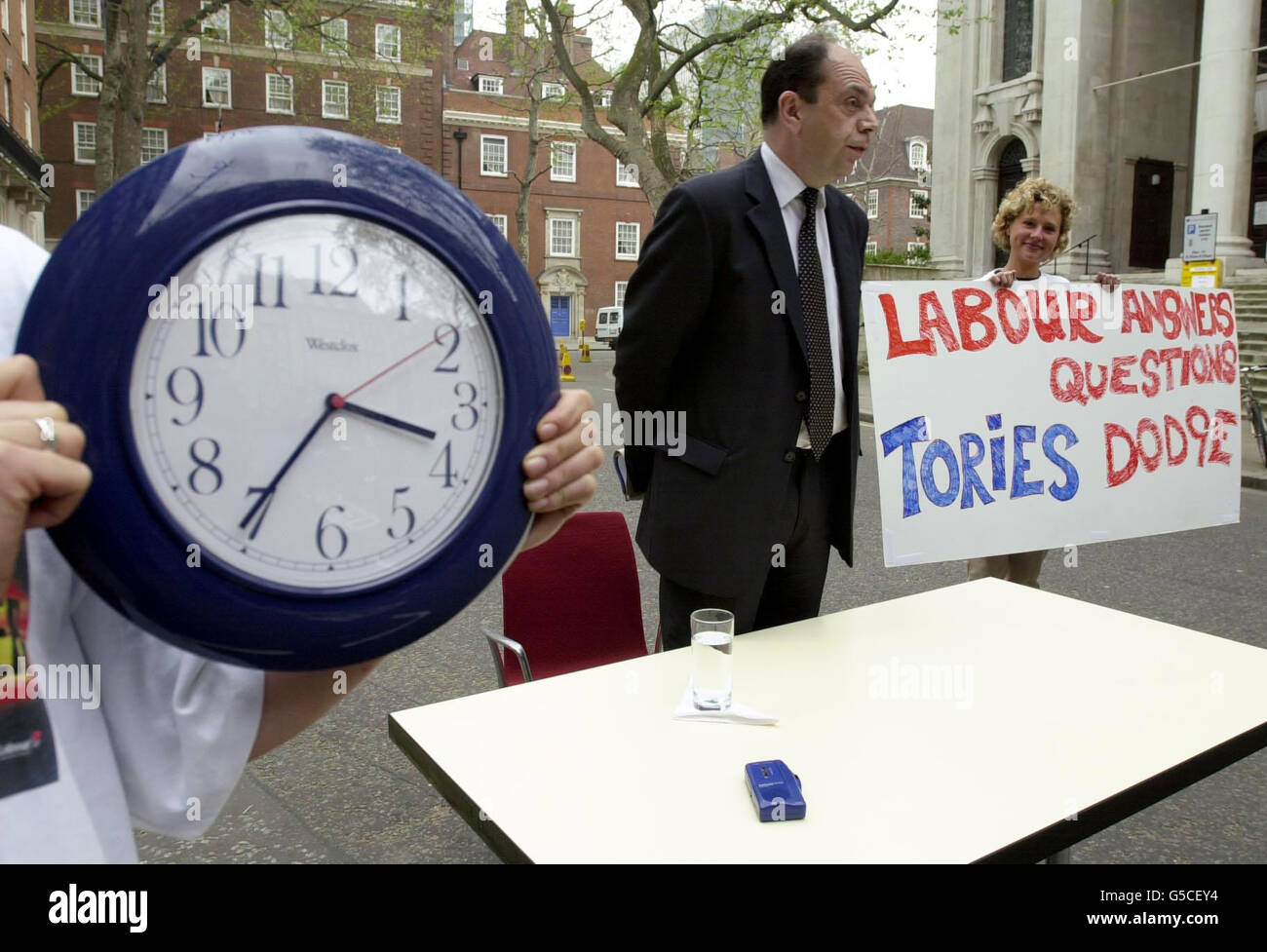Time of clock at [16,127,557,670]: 3:35
